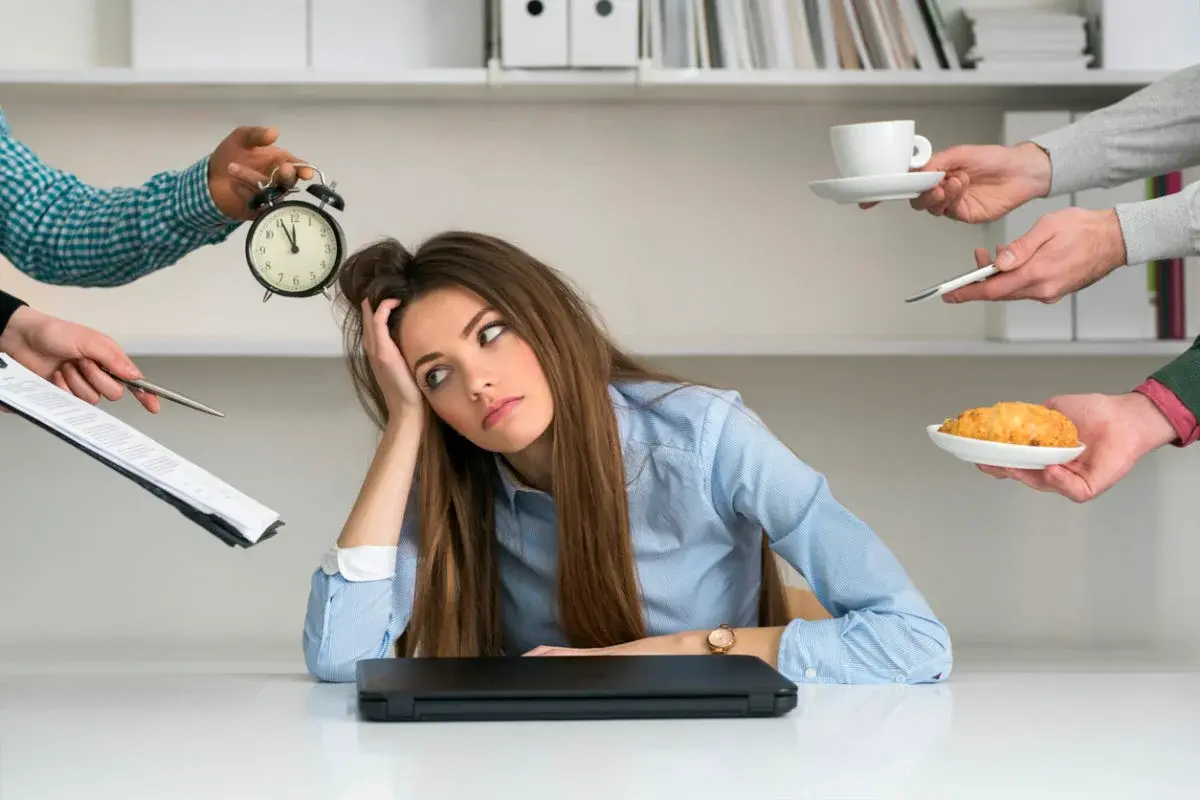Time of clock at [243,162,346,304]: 11:55
